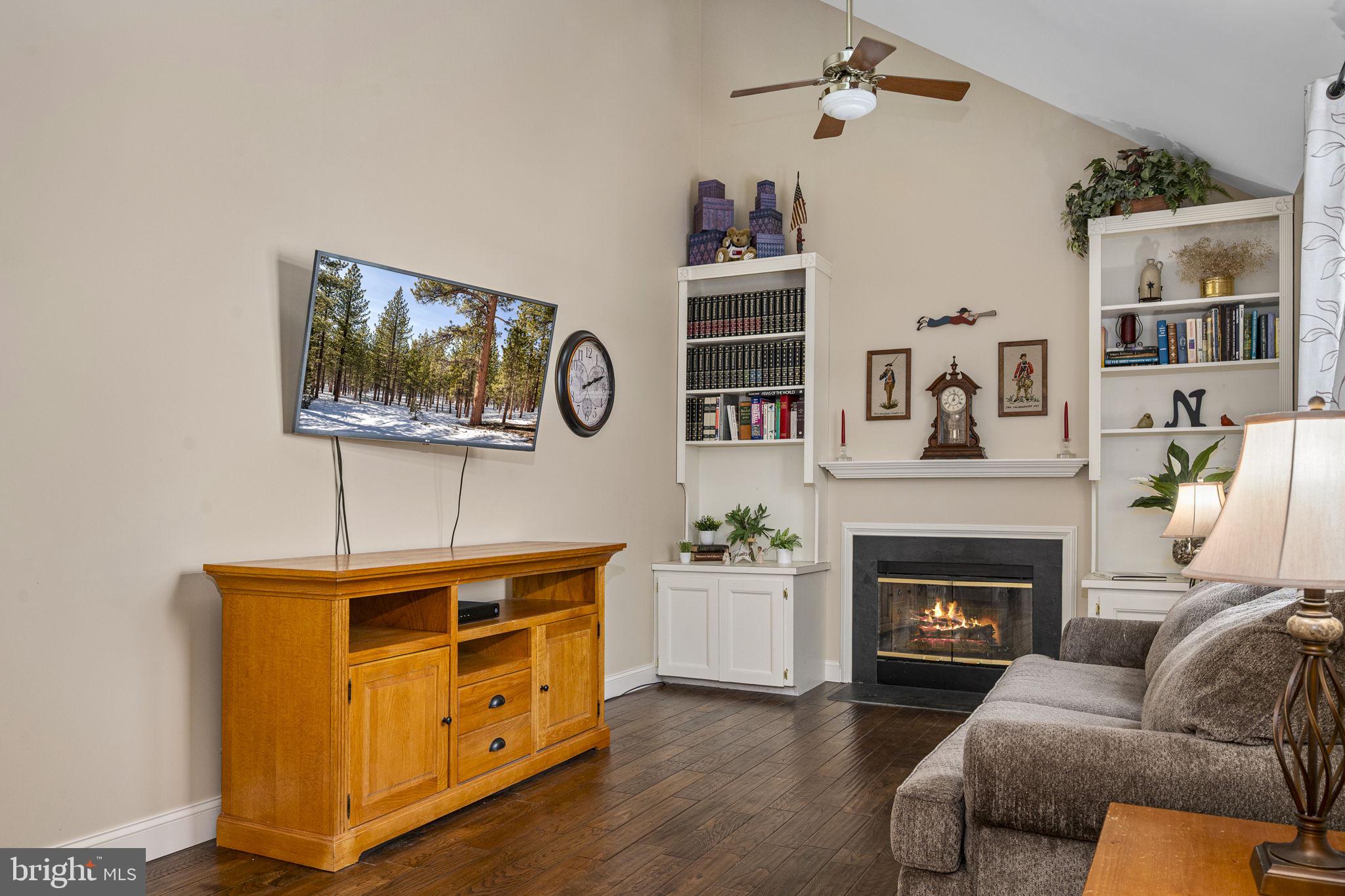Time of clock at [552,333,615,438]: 2:11
